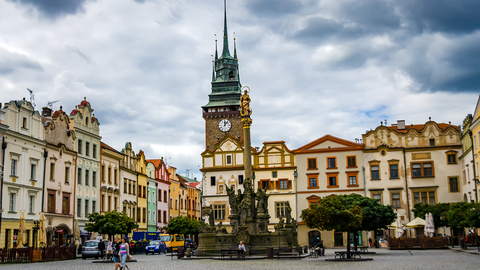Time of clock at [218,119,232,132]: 12:07
